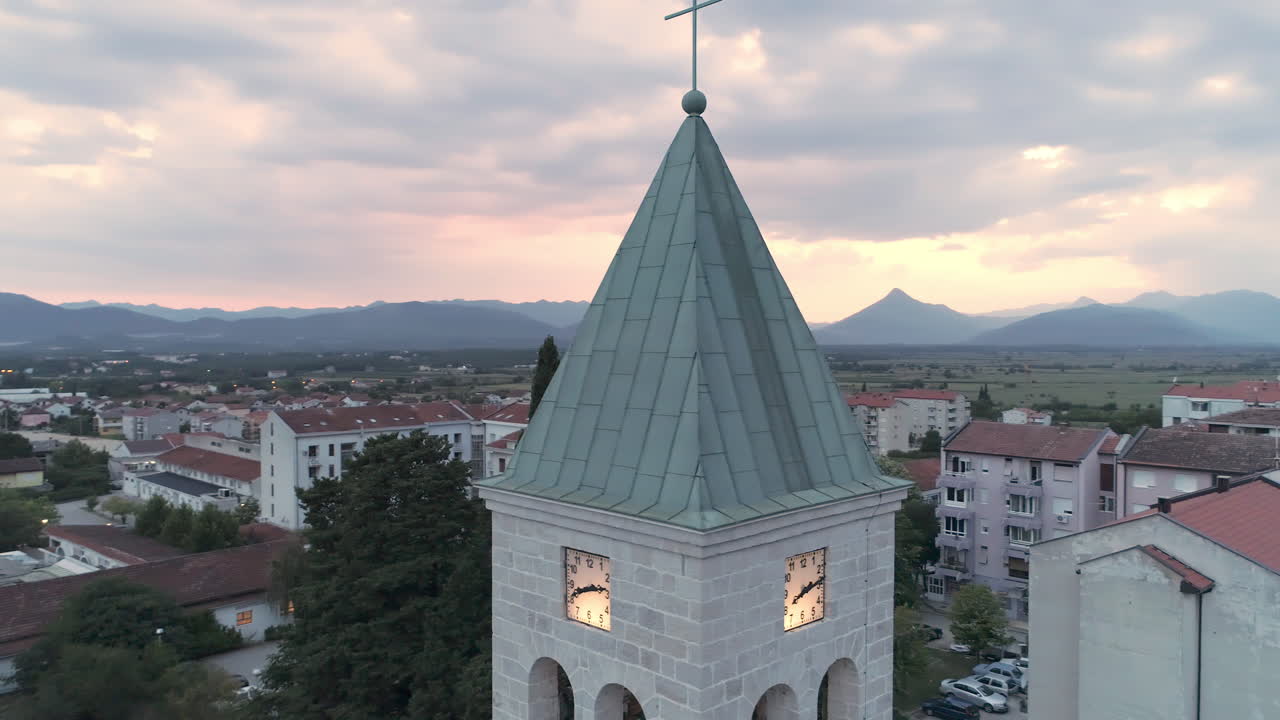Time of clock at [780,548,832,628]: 8:13
